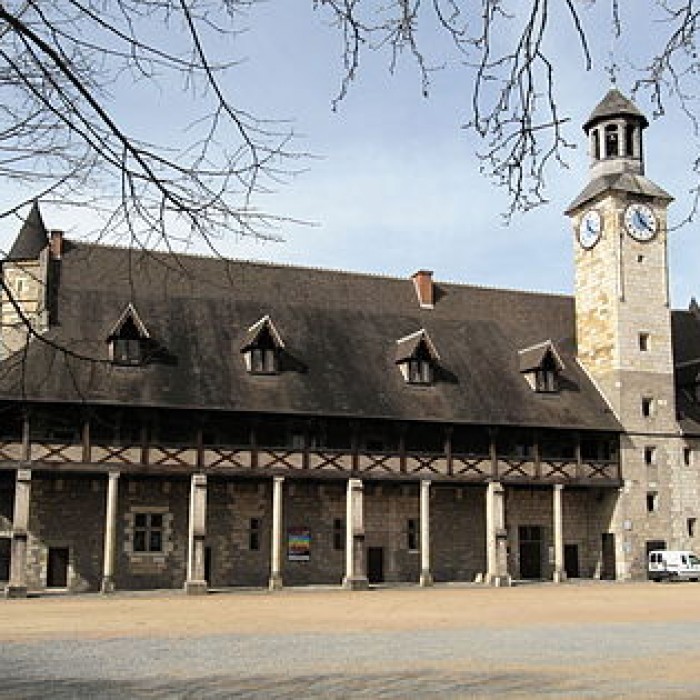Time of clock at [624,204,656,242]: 11:21
